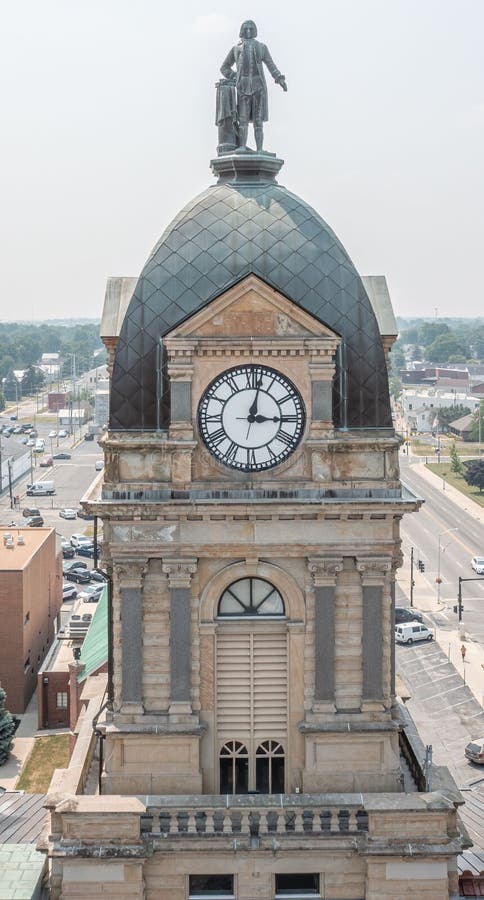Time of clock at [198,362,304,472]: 3:02
